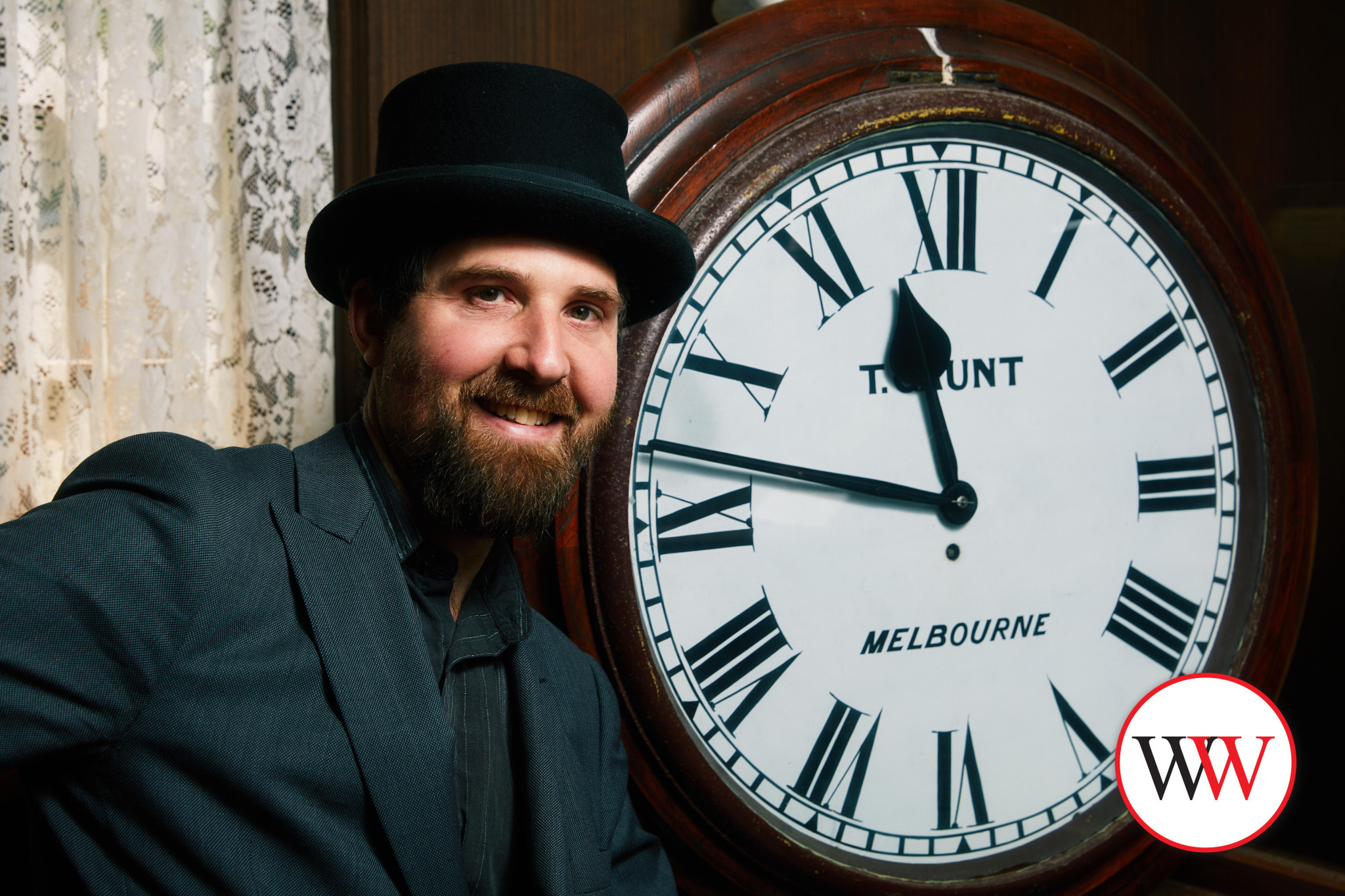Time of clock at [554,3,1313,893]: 11:46
